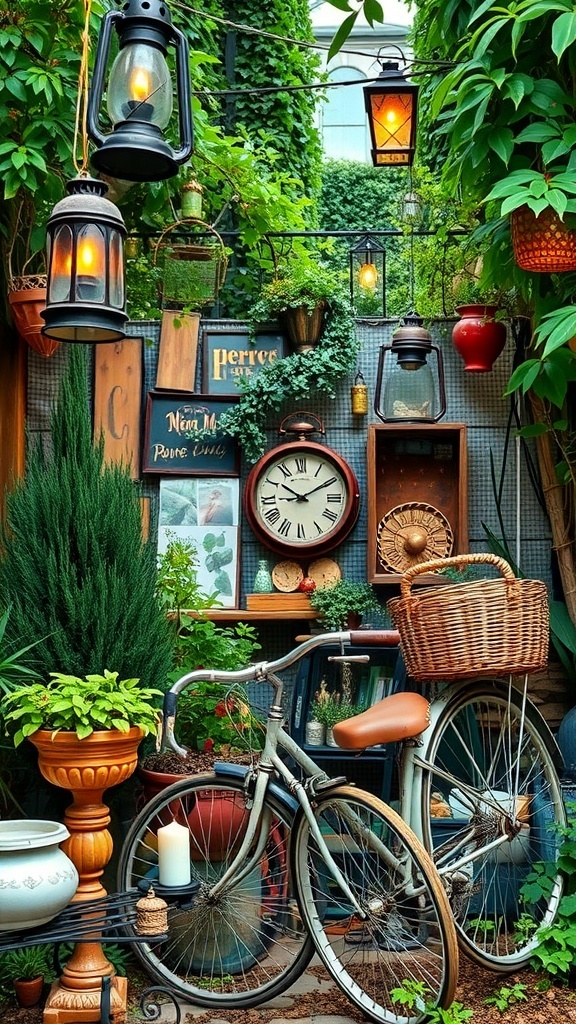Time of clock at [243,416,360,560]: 10:10
